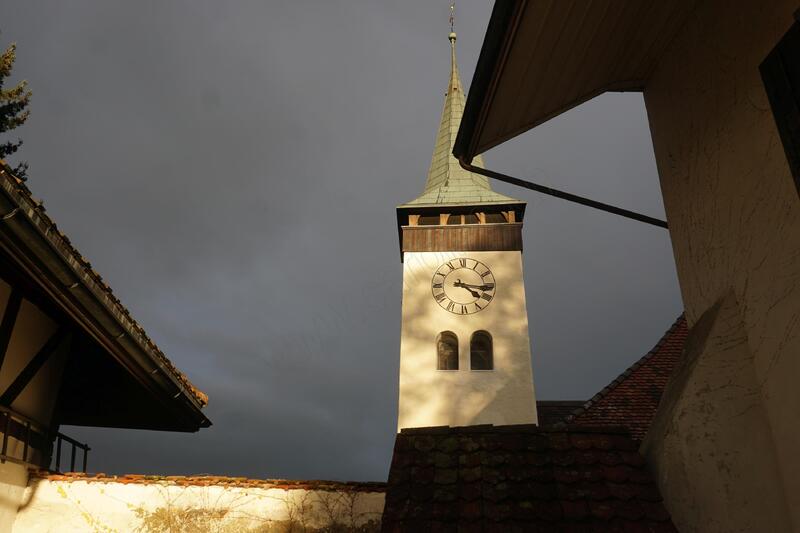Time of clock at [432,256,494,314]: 4:16
